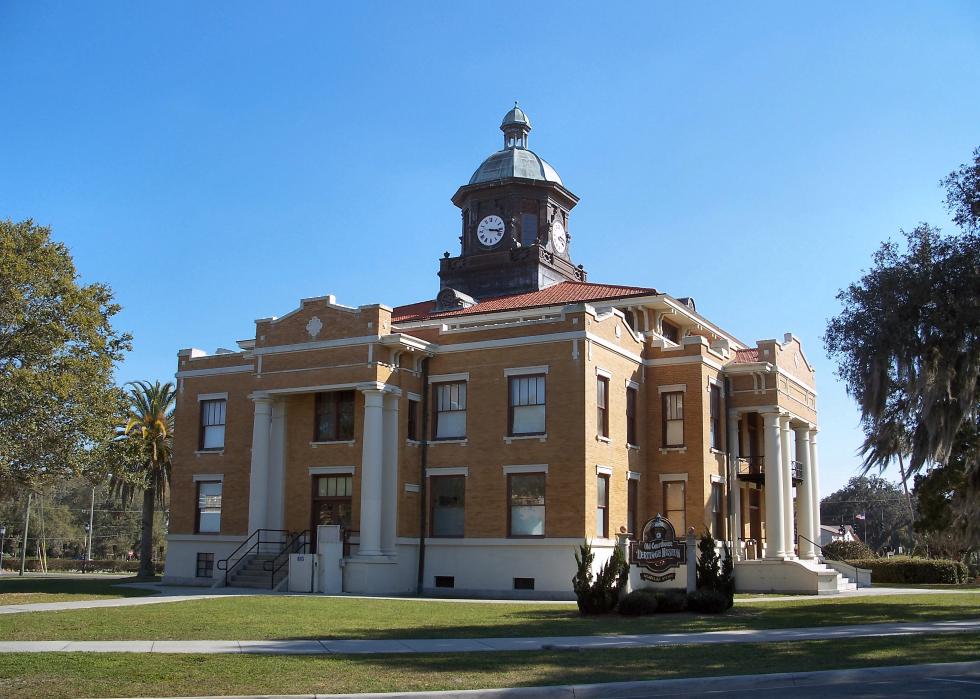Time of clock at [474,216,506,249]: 3:17
